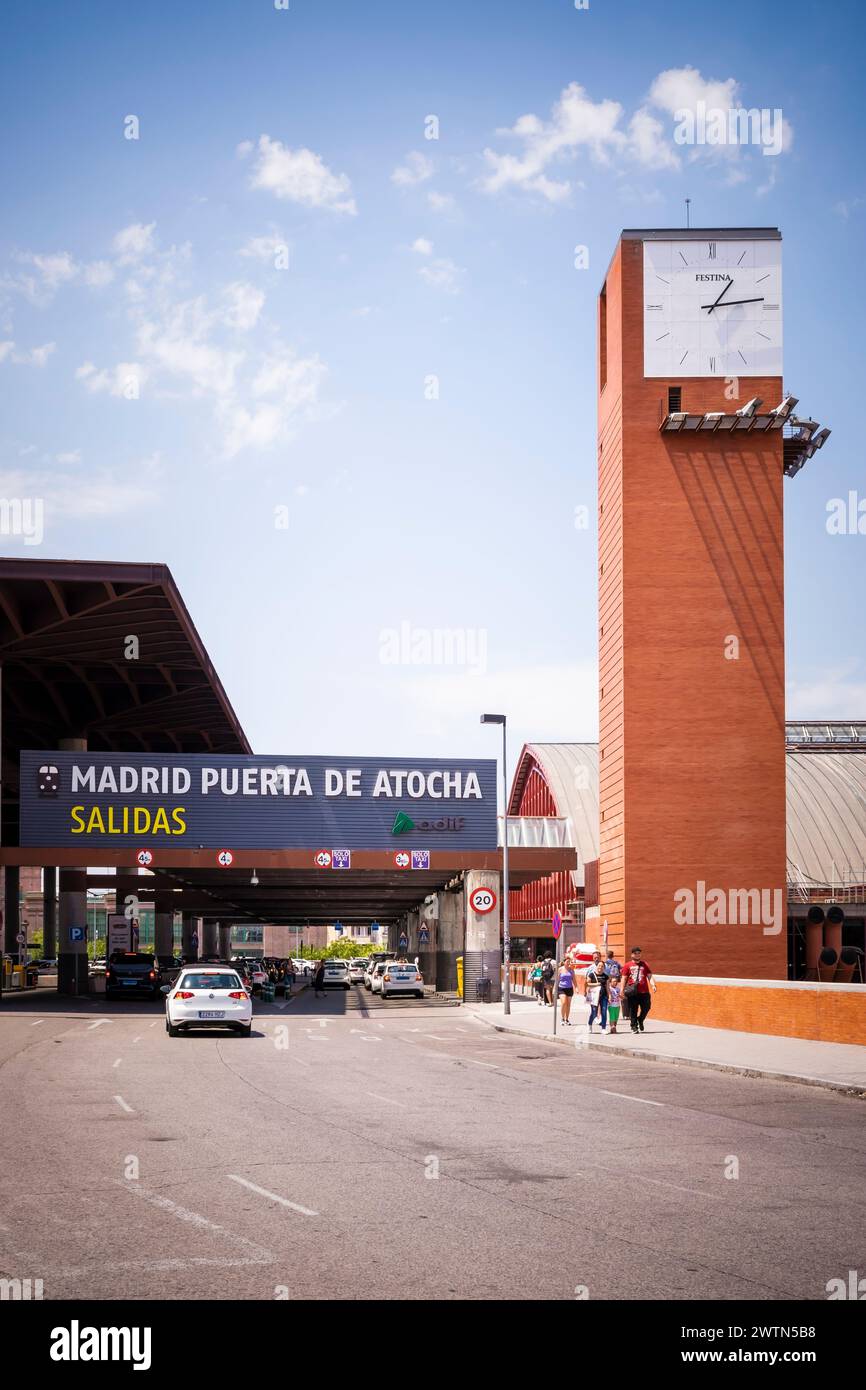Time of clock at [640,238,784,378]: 1:13
